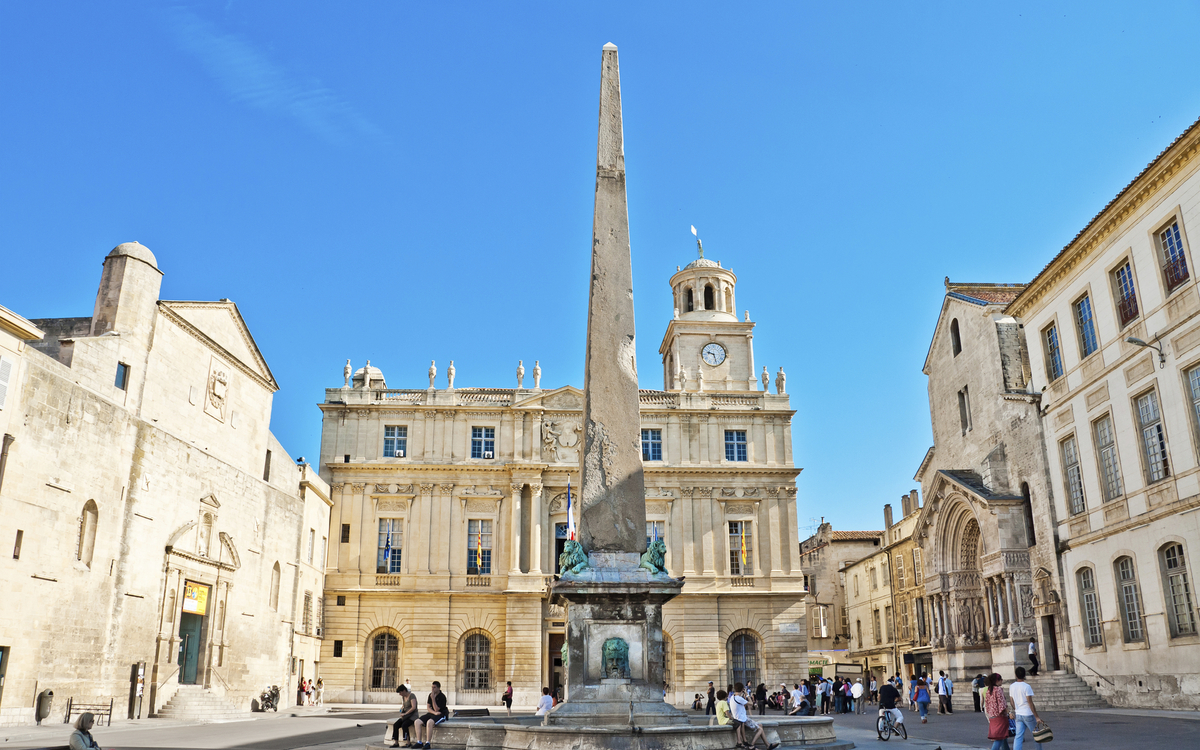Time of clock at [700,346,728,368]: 9:27
